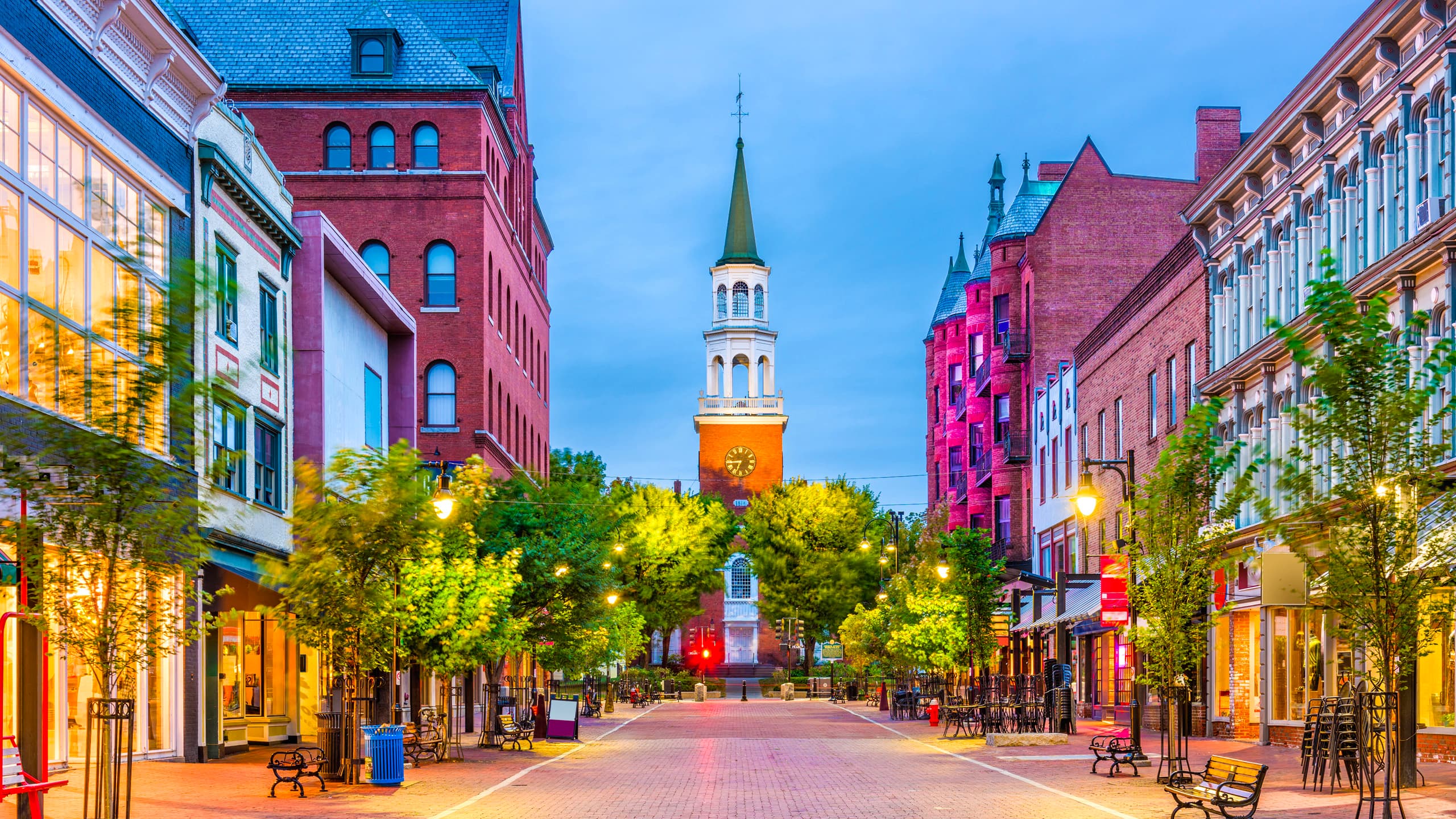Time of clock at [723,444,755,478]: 6:44
